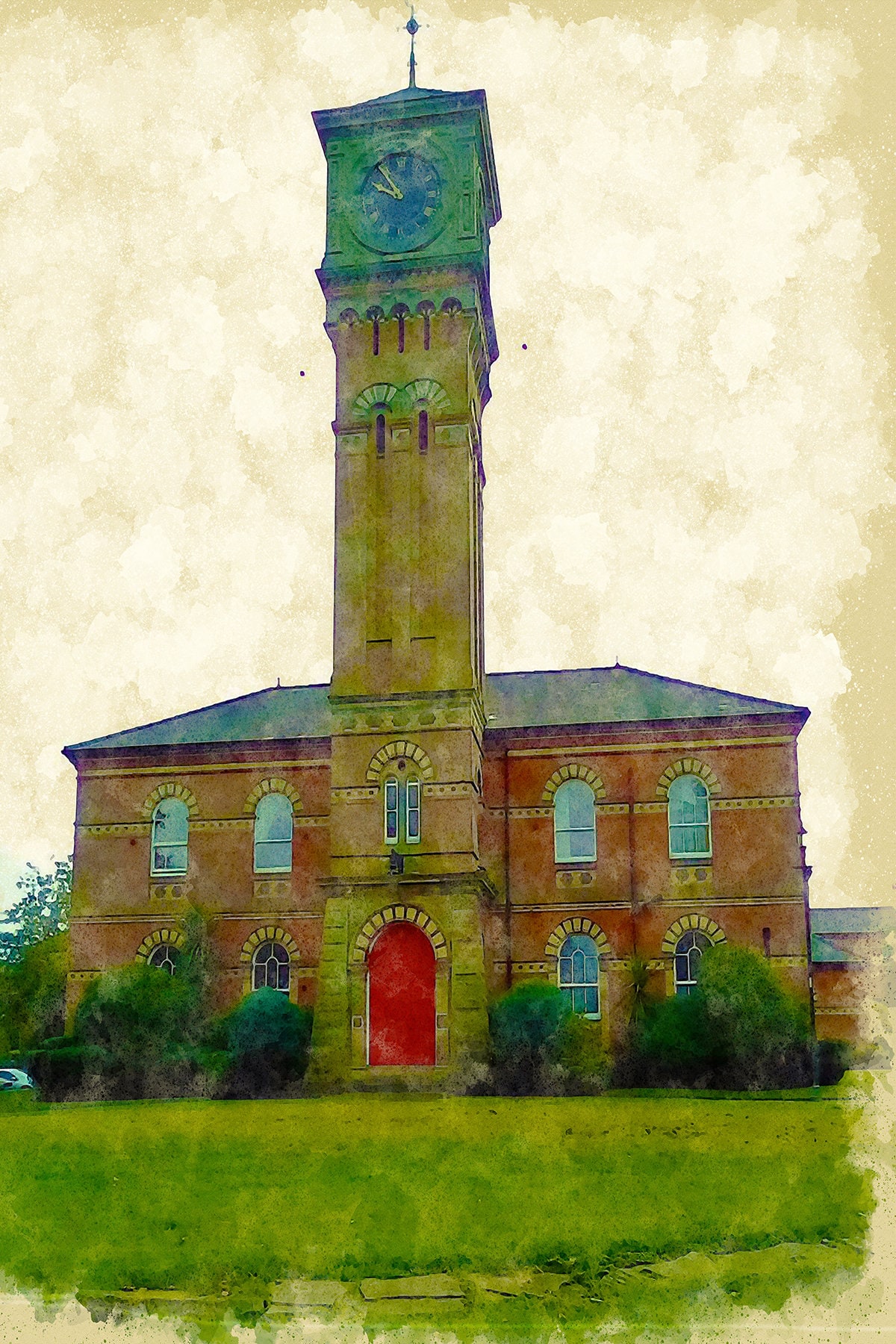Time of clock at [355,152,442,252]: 9:53
